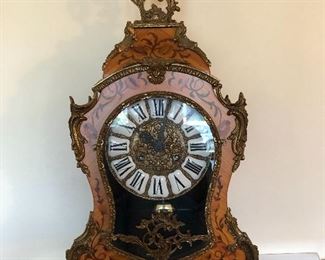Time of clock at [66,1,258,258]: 10:02
